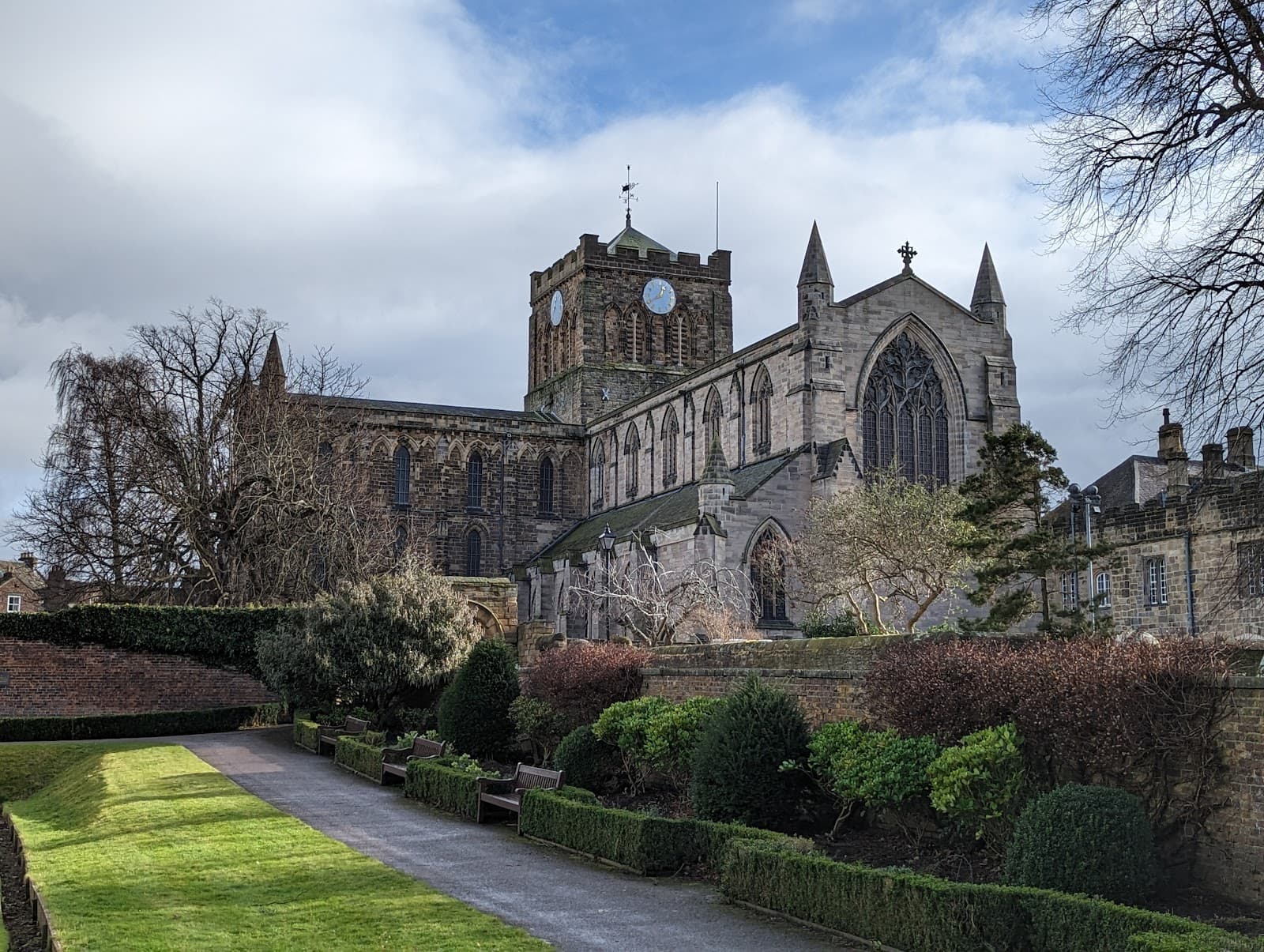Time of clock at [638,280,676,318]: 12:39
